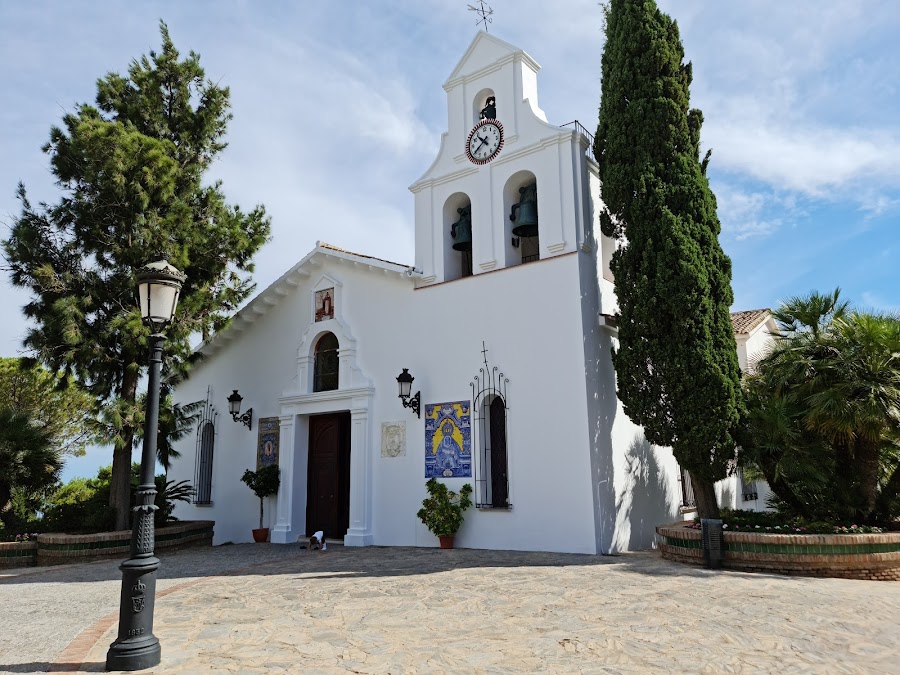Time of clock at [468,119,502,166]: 10:39
